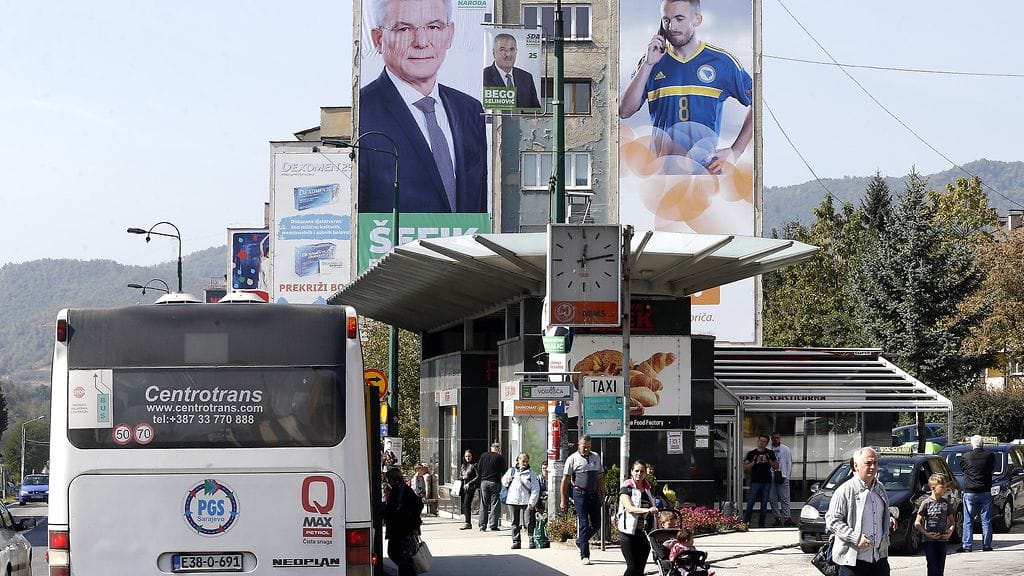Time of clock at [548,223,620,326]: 12:13
